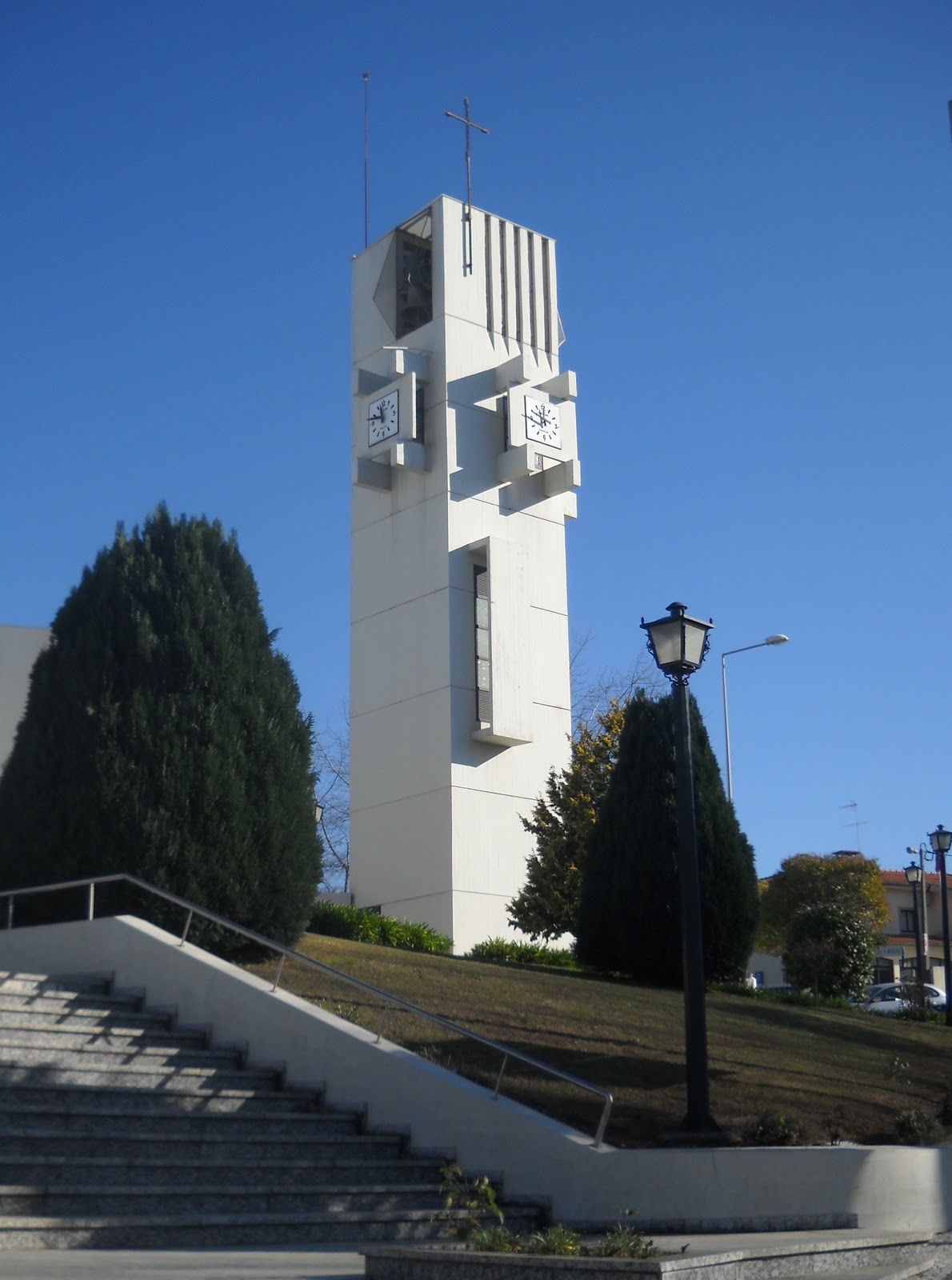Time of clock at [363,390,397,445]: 11:47
